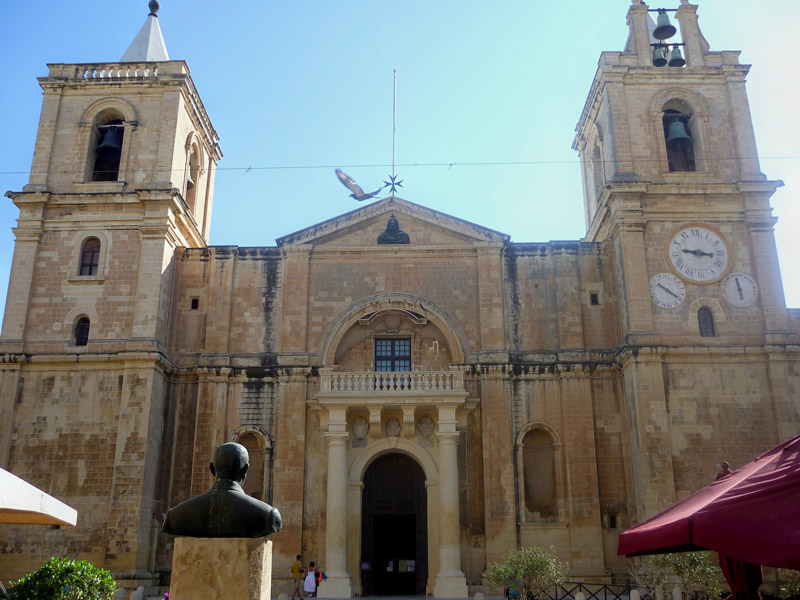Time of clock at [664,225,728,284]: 9:16
